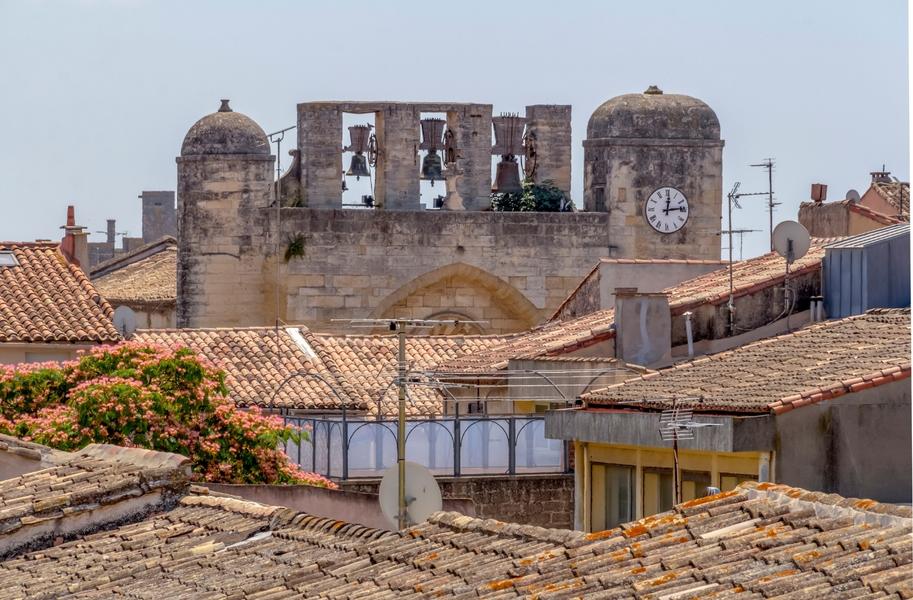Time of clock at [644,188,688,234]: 12:13
